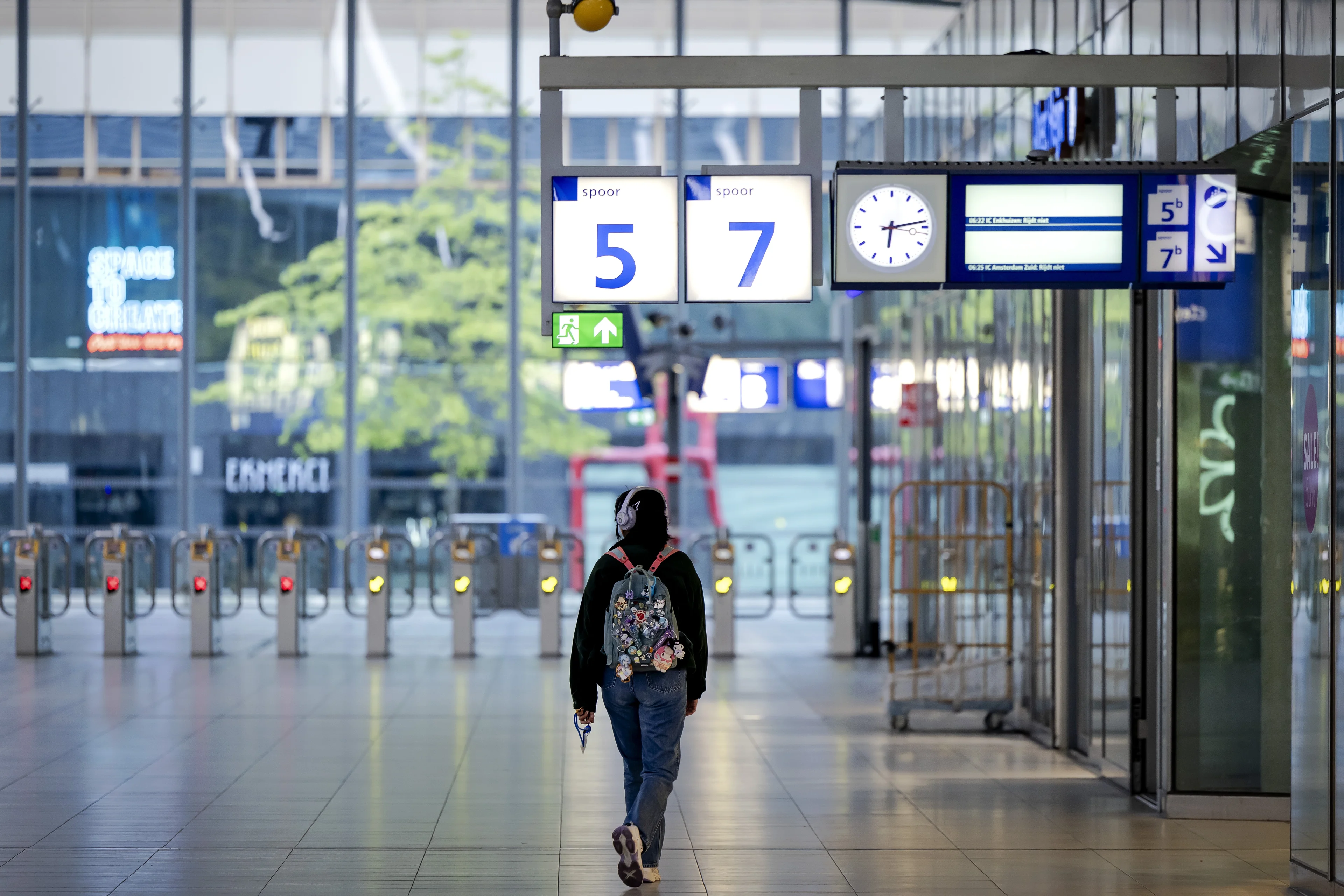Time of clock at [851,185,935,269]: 6:13
